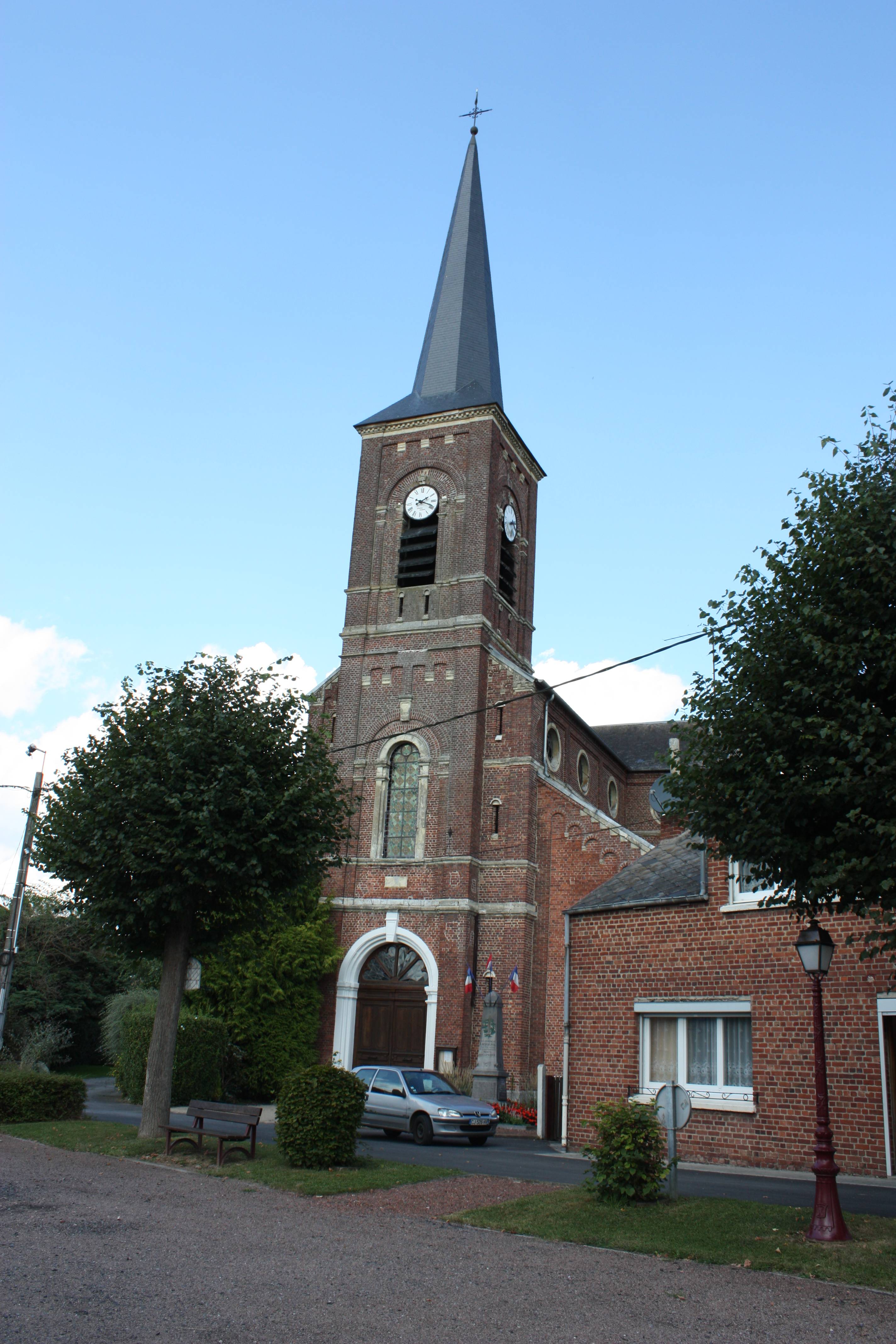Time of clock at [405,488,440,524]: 2:18
